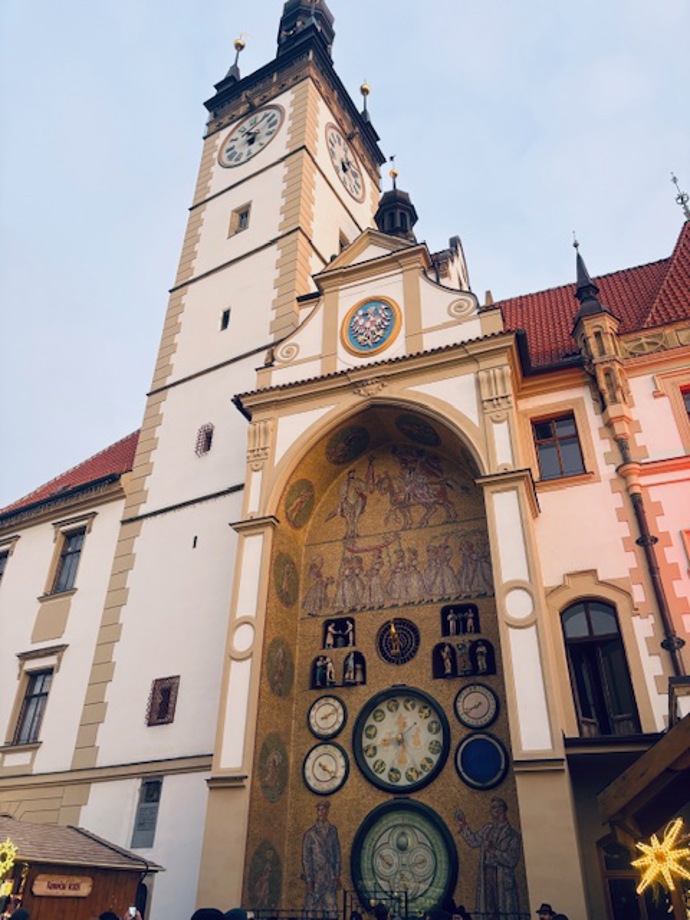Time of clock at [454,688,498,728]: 7:40
